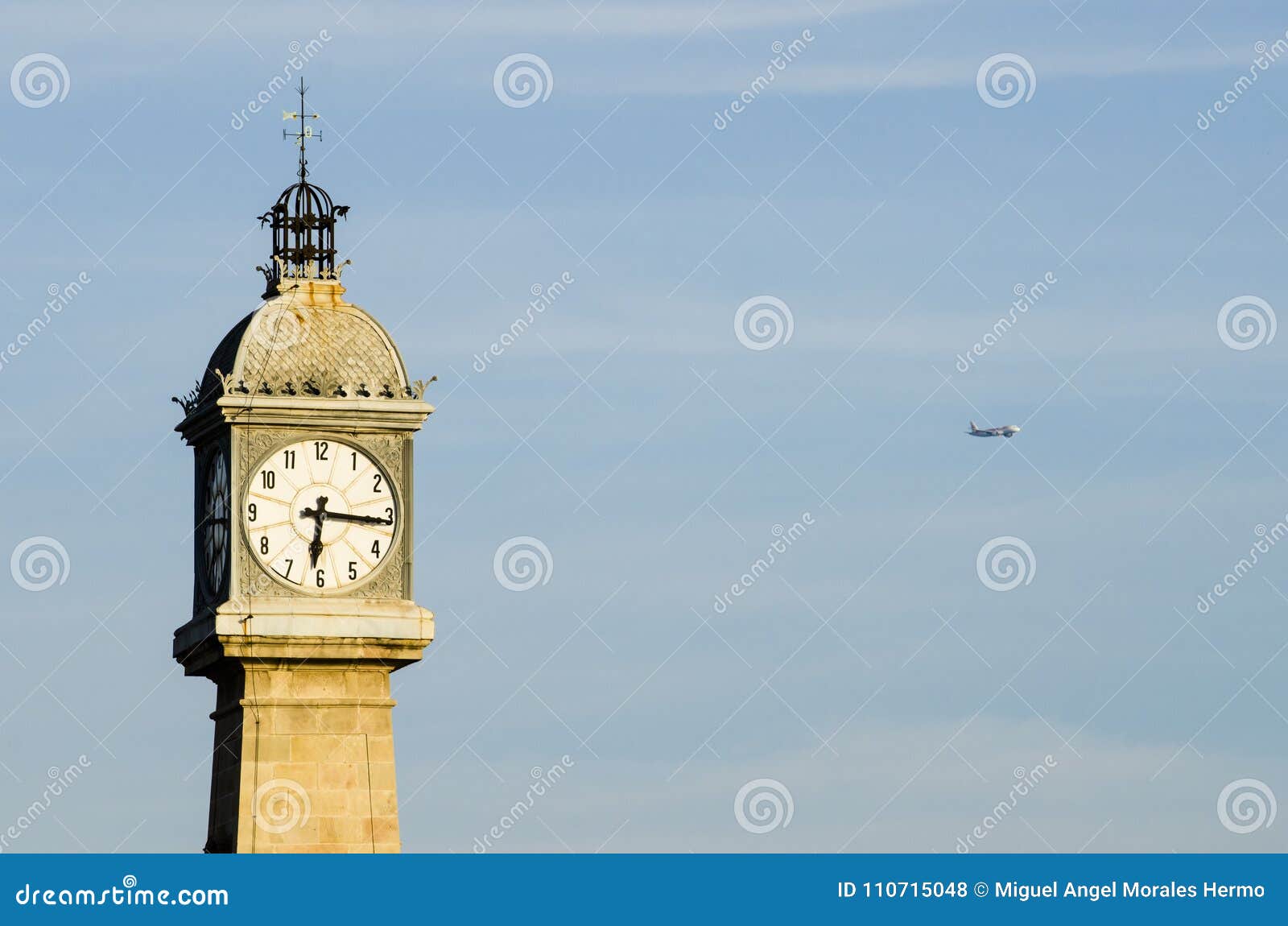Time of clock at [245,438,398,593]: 6:16
